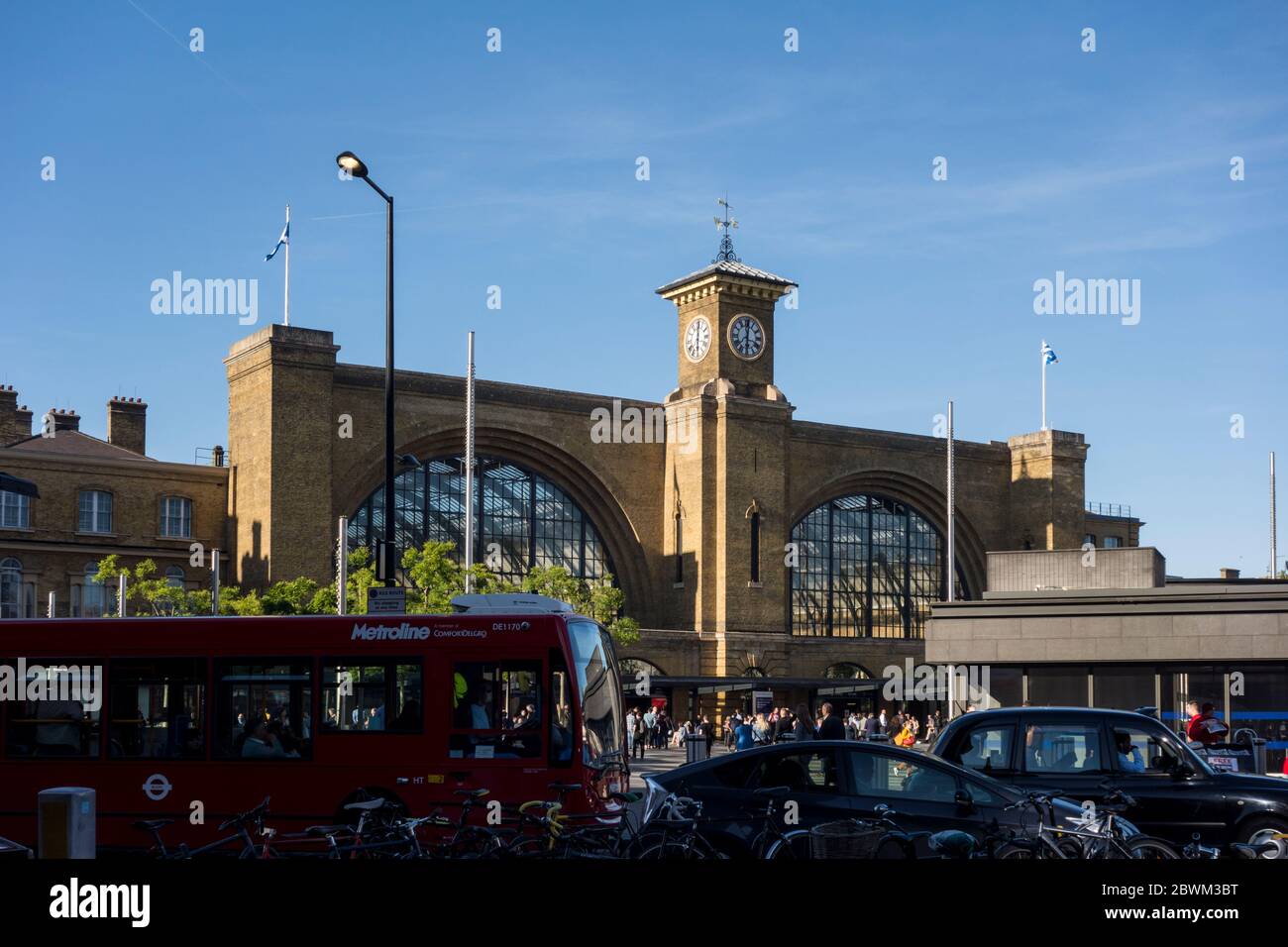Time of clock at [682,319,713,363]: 6:00
